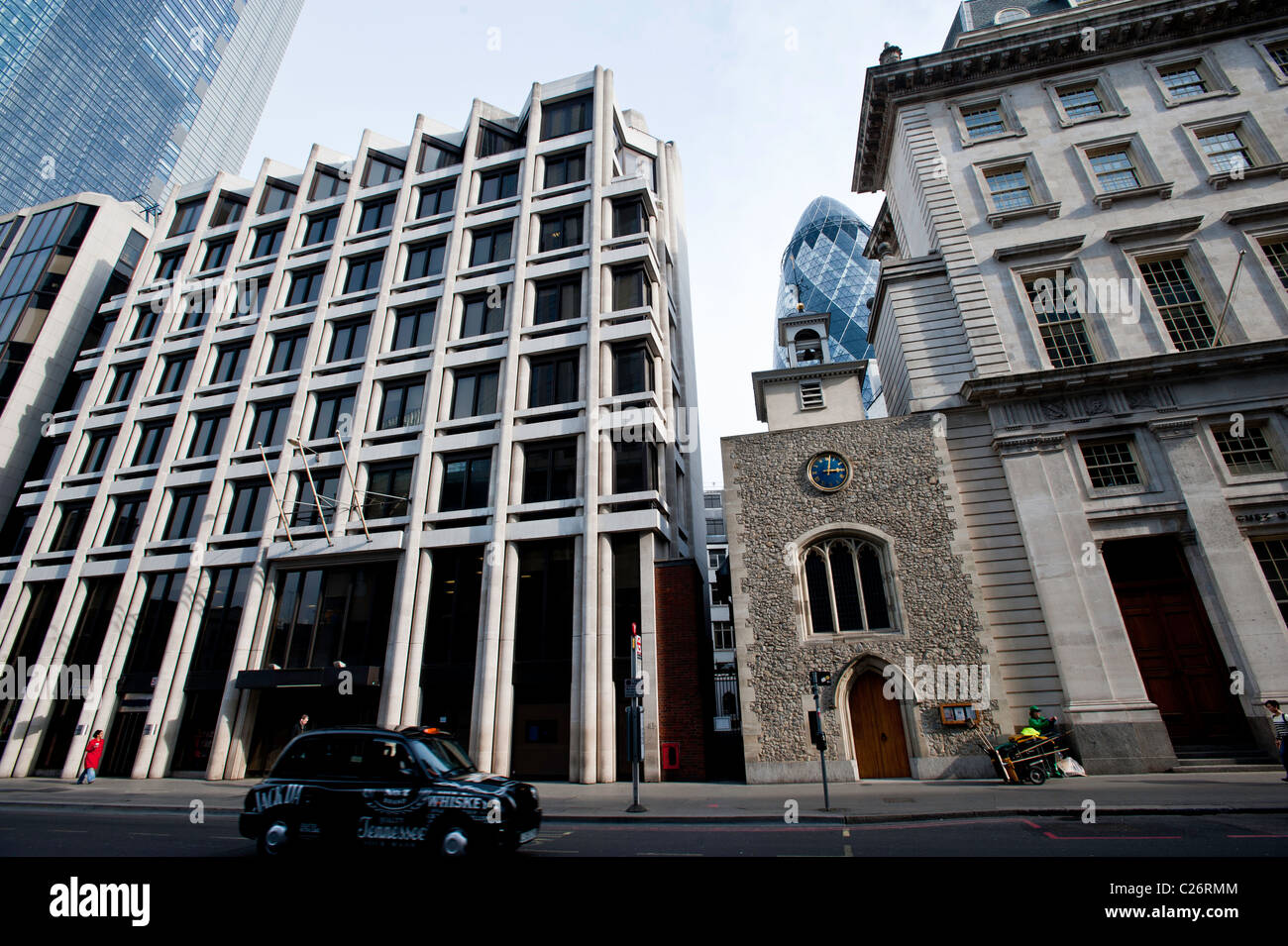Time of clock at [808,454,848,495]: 3:02
